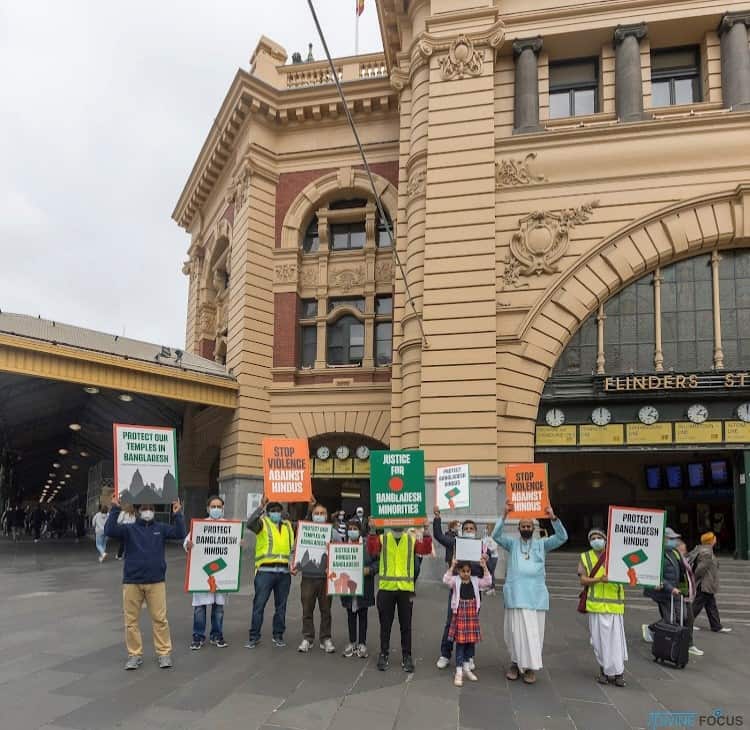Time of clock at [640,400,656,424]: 1:18
